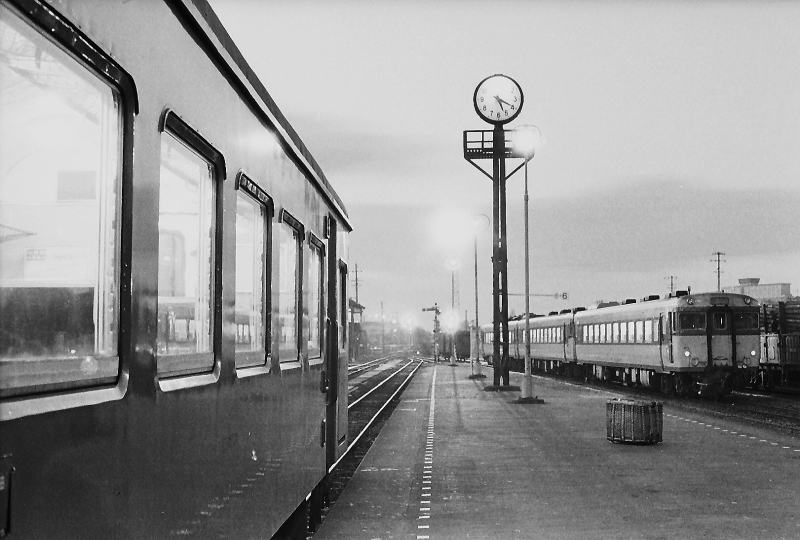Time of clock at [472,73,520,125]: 5:19
